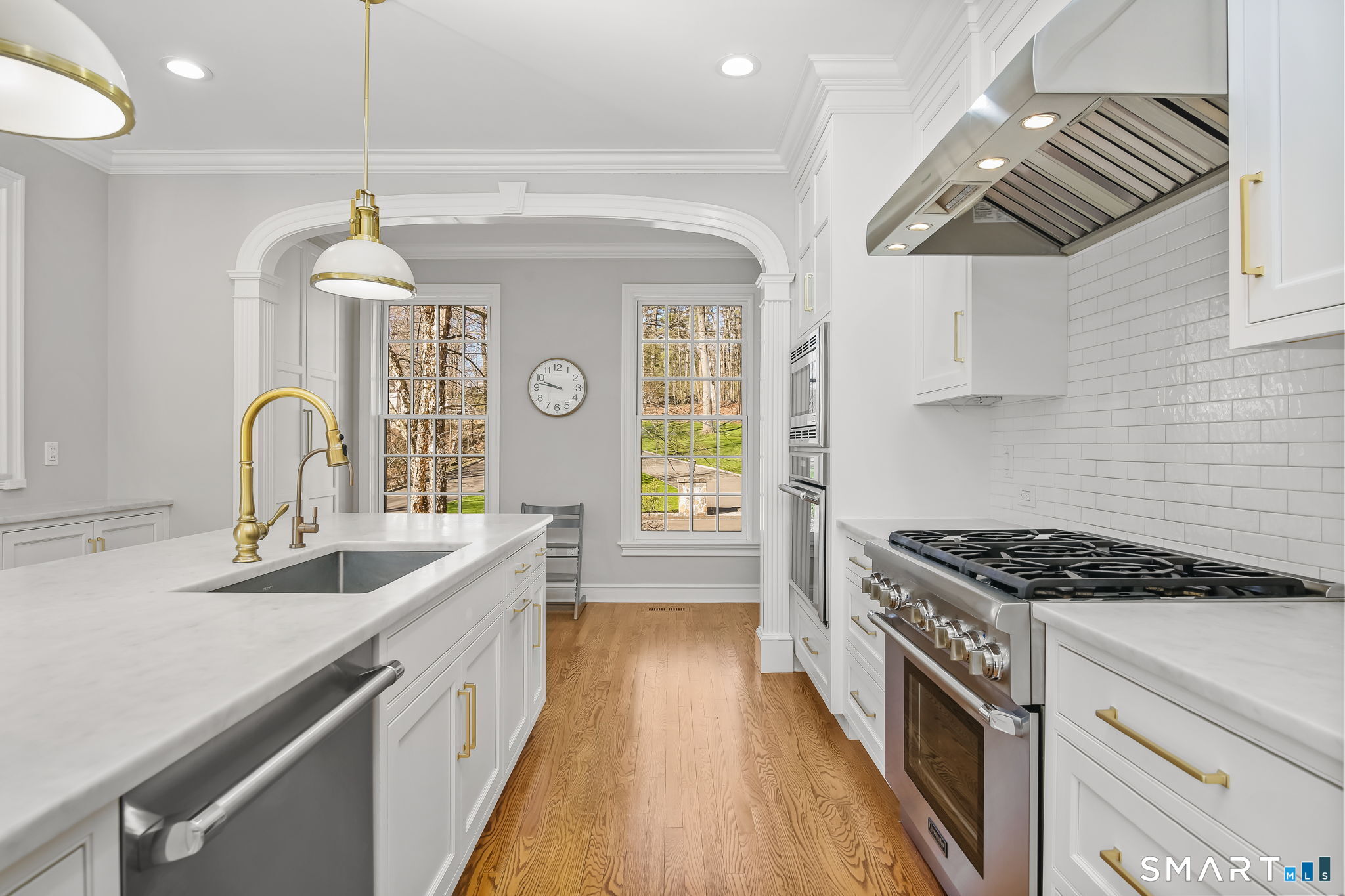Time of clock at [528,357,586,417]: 9:47
